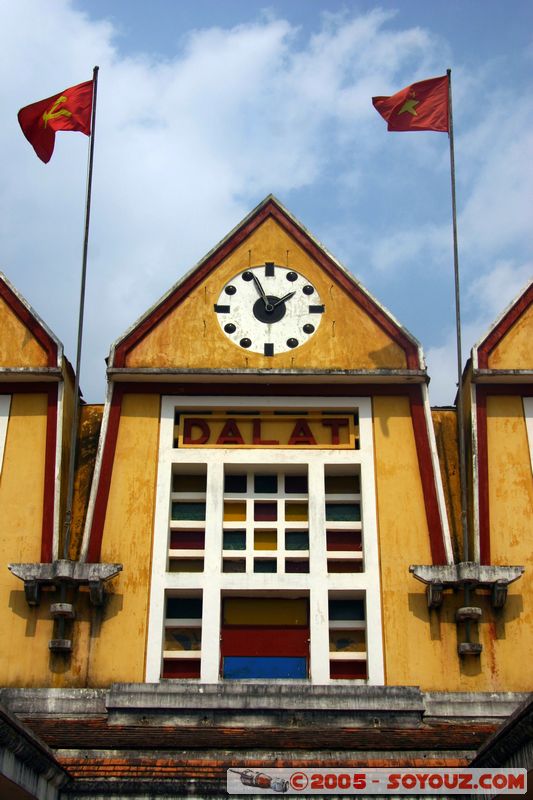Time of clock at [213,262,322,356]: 1:56
